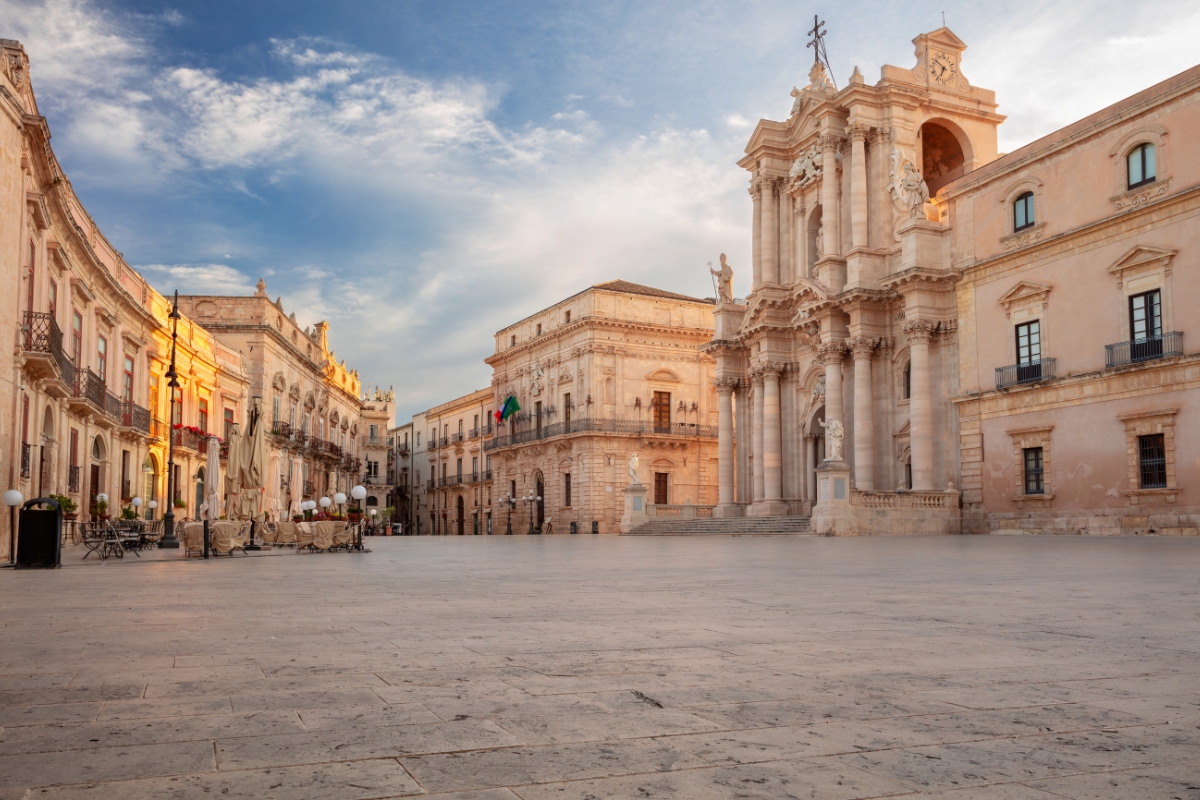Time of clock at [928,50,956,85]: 6:50
